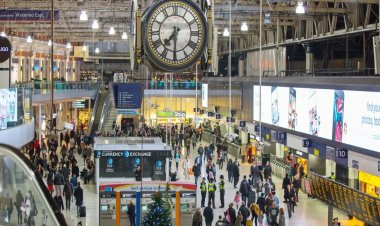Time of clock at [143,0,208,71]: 7:30
